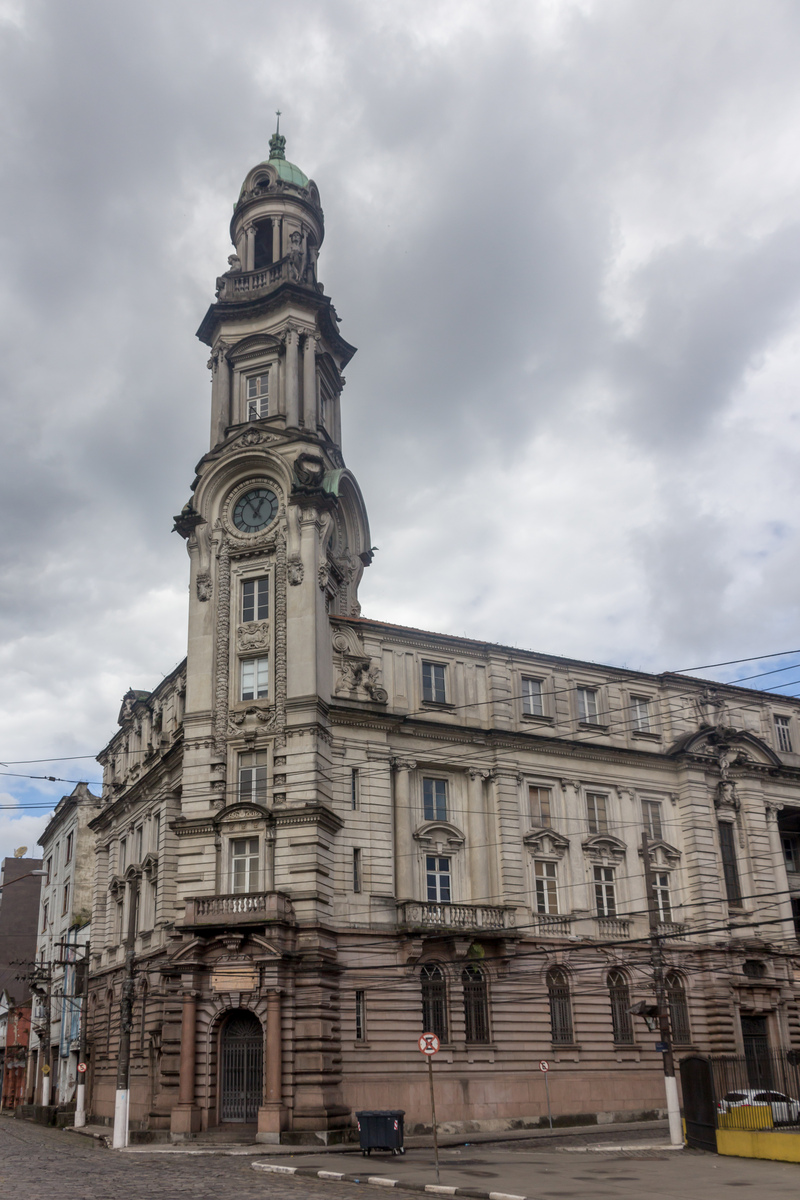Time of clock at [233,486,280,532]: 12:54
